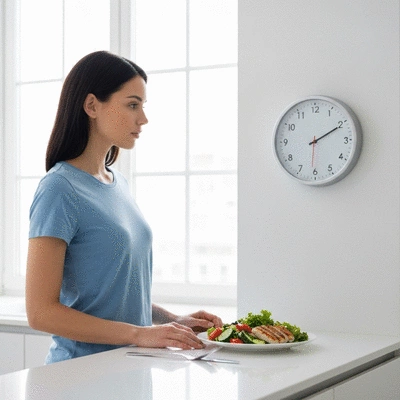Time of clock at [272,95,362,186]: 2:10
